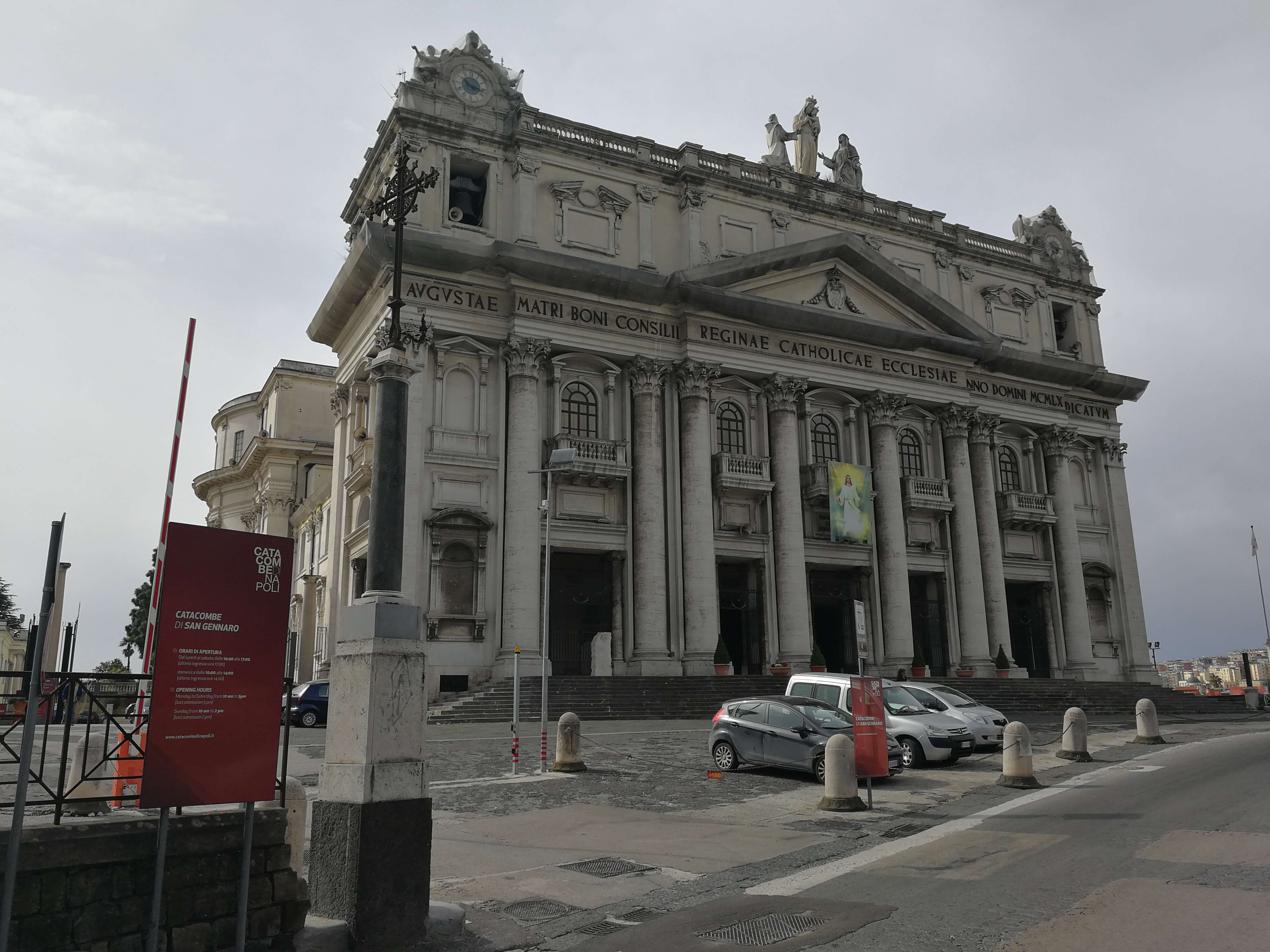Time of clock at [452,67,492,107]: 10:17
